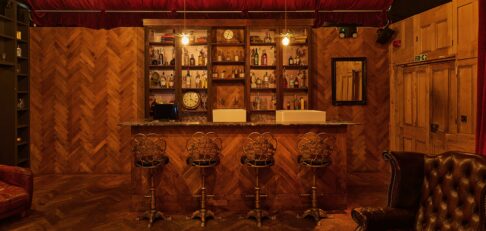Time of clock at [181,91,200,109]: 3:58
